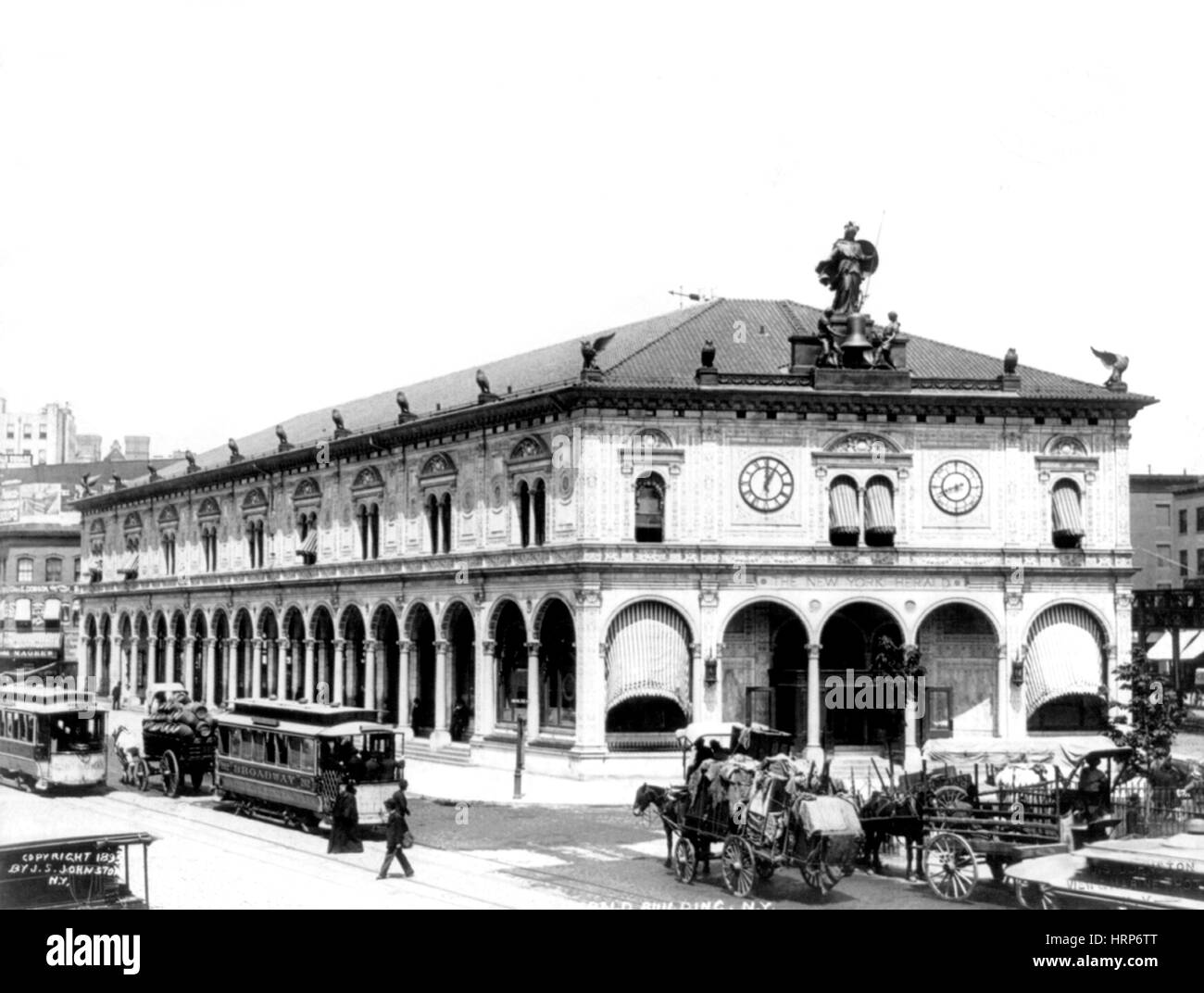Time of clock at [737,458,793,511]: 1:00
